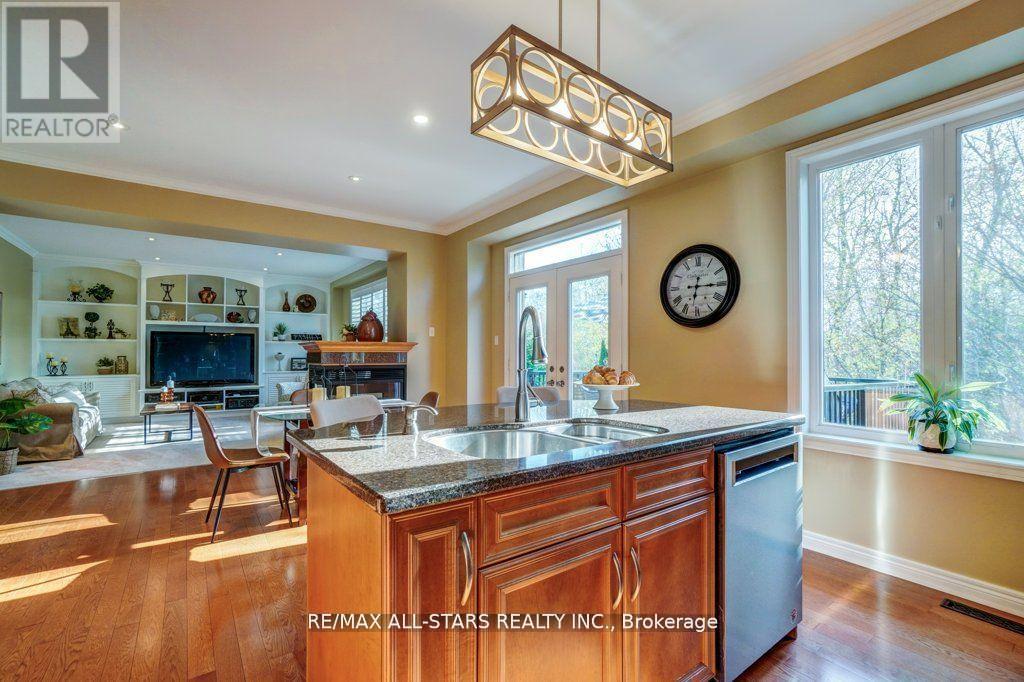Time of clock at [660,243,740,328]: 6:15
